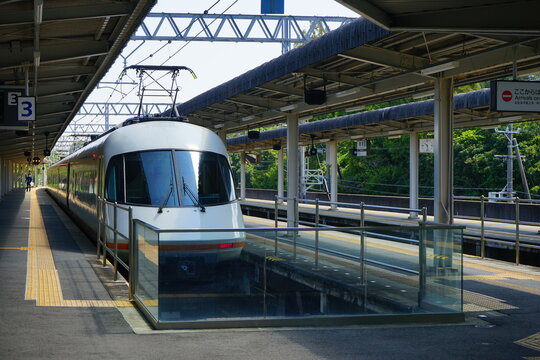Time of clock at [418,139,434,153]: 10:28
